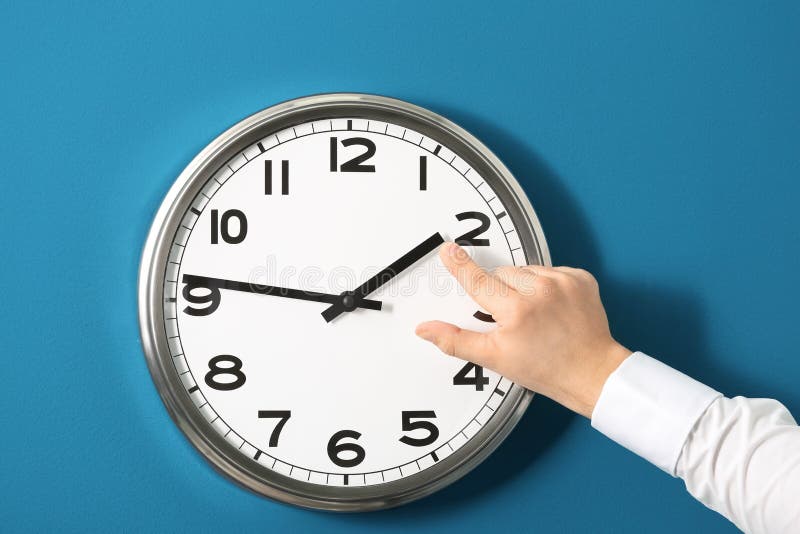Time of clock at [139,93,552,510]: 1:46
